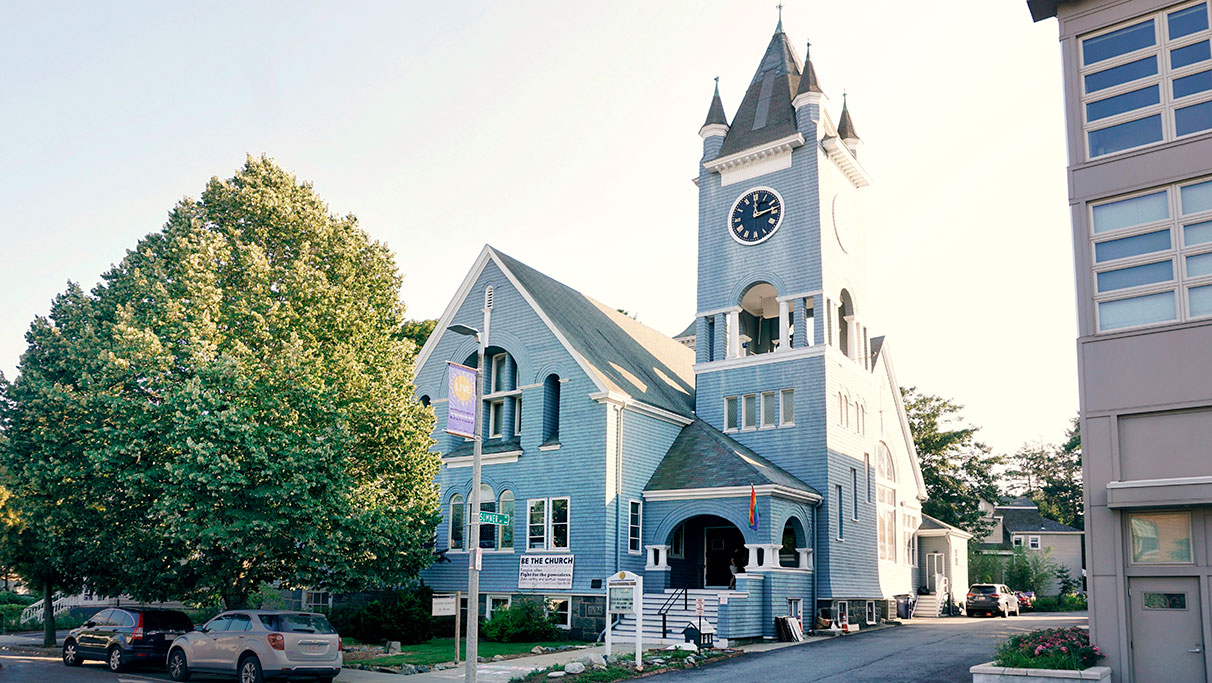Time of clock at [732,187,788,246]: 12:13
